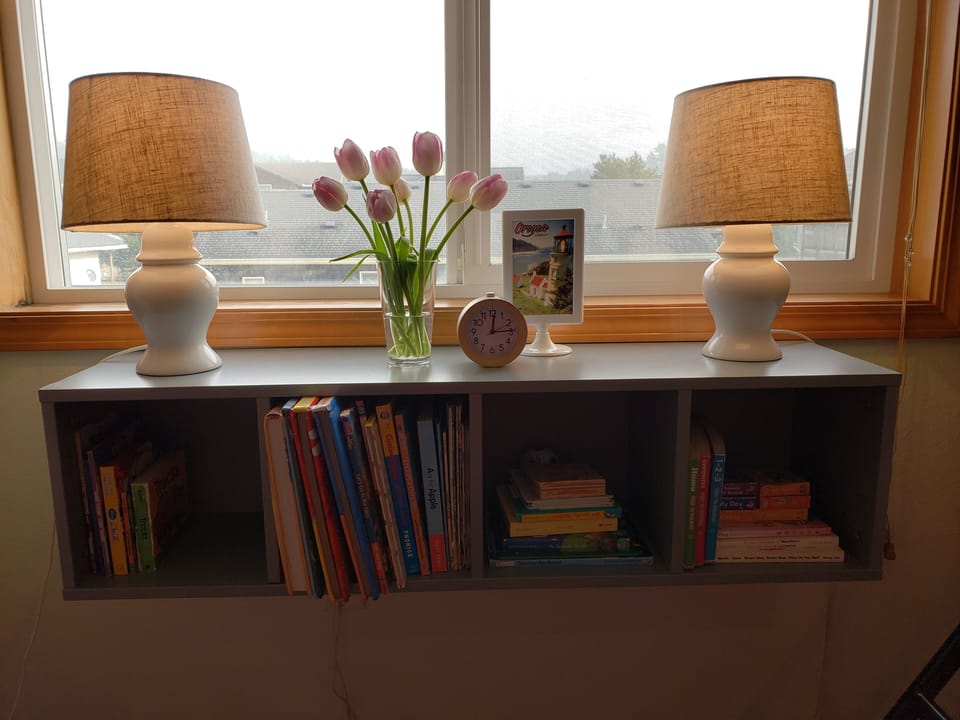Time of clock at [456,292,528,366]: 12:14
